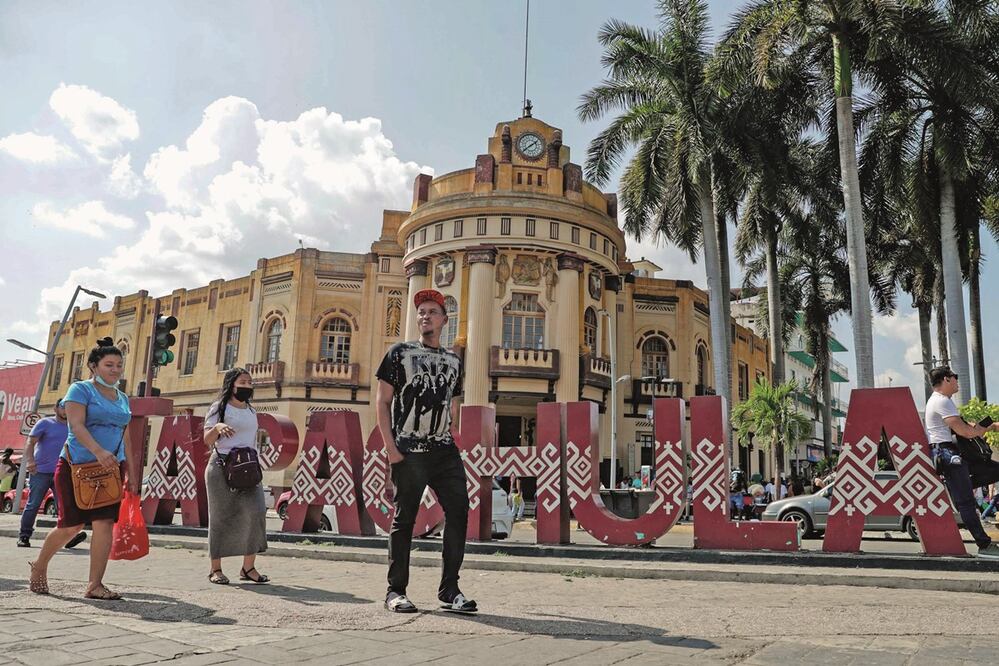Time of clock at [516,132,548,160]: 1:39
